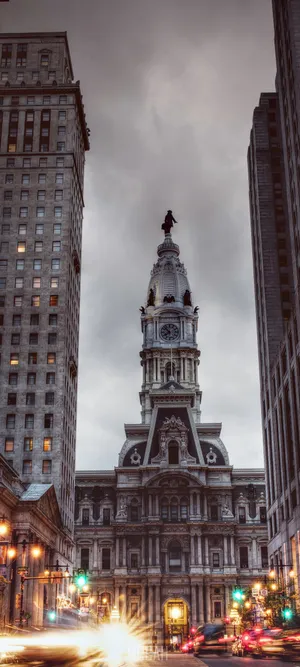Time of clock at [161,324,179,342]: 7:52
